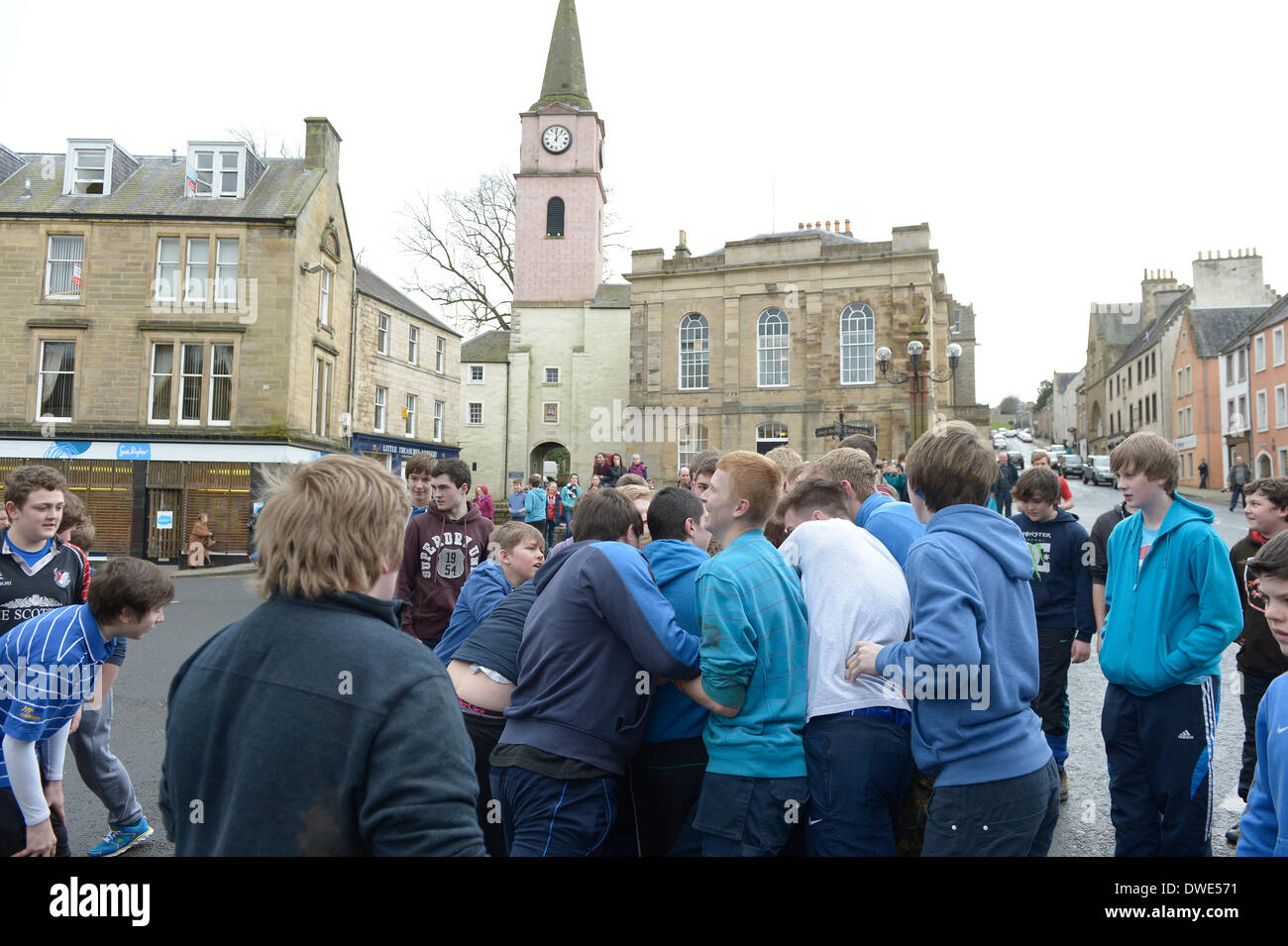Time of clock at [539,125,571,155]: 12:06
